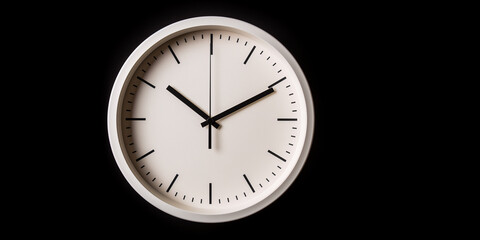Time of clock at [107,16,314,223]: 10:10
